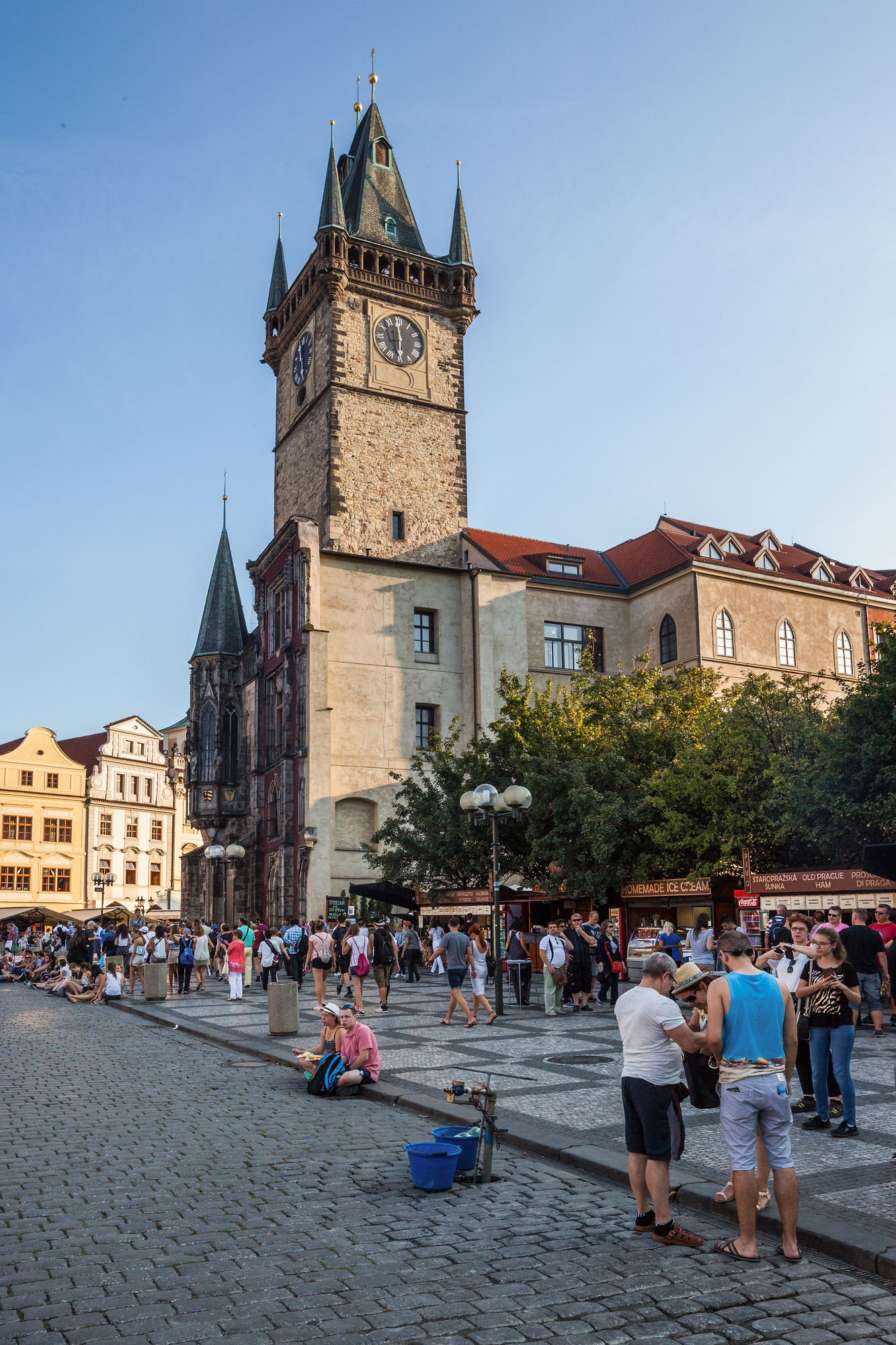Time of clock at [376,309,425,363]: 5:59
